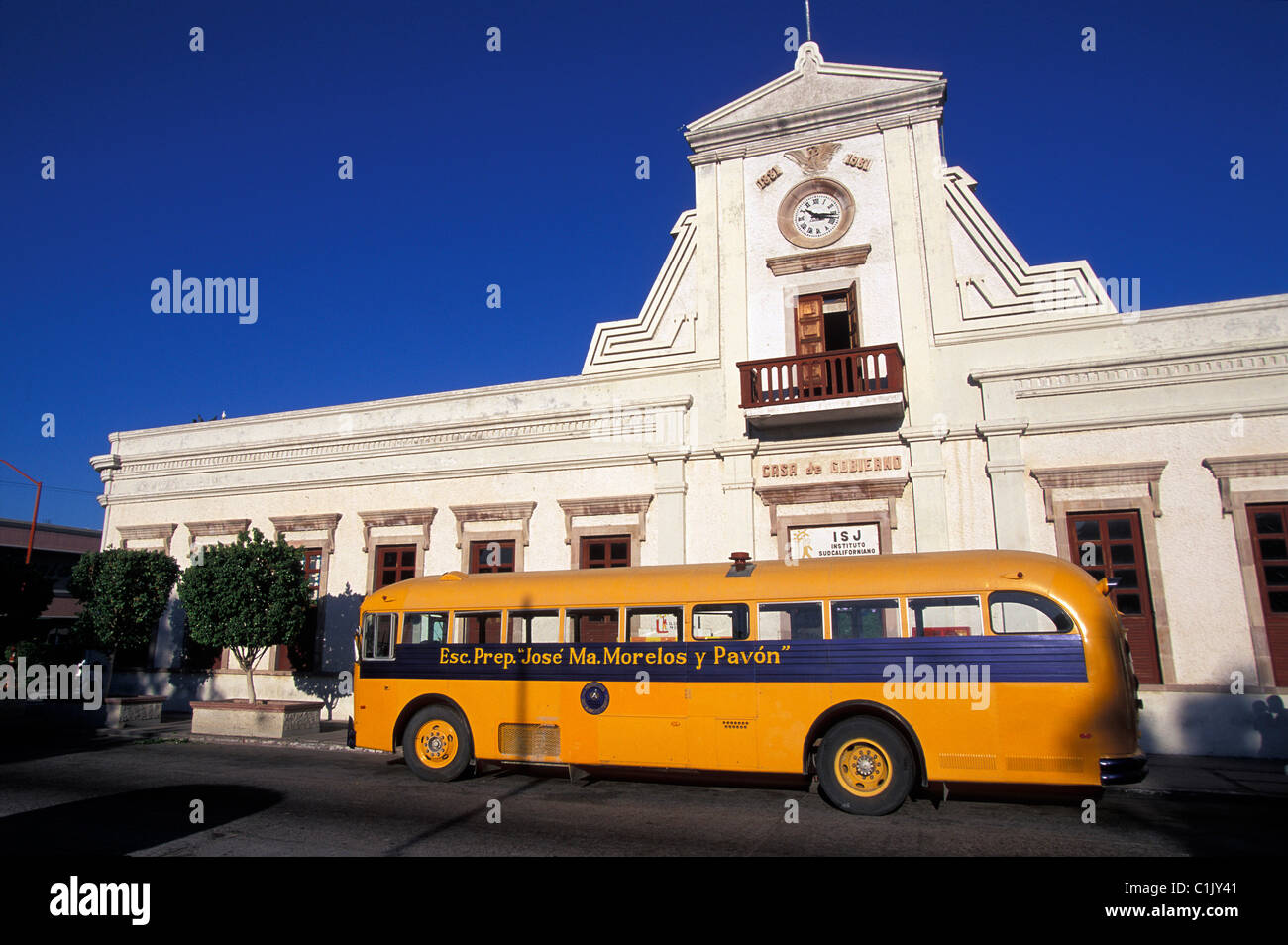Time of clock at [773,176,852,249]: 10:17
